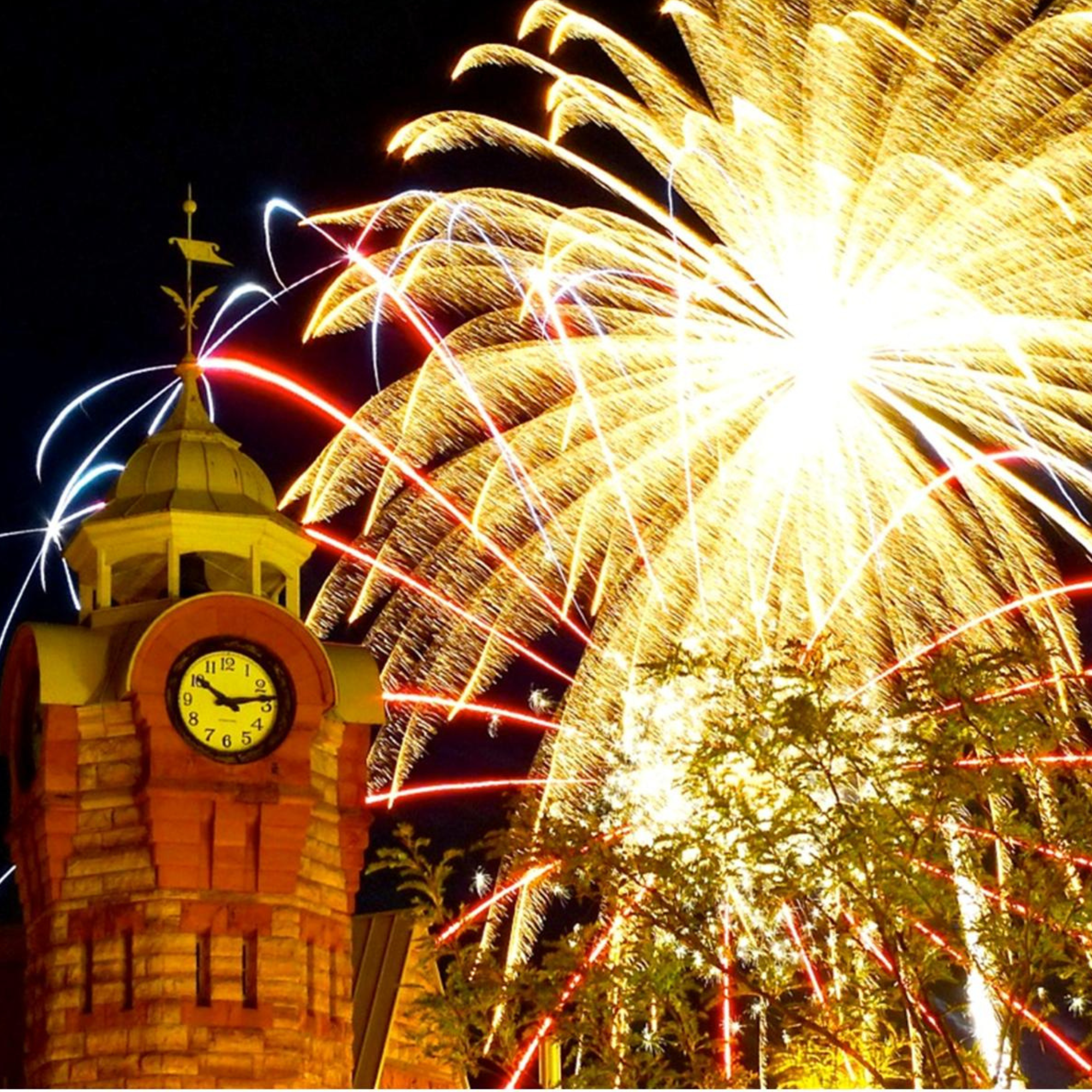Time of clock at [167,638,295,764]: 10:13
